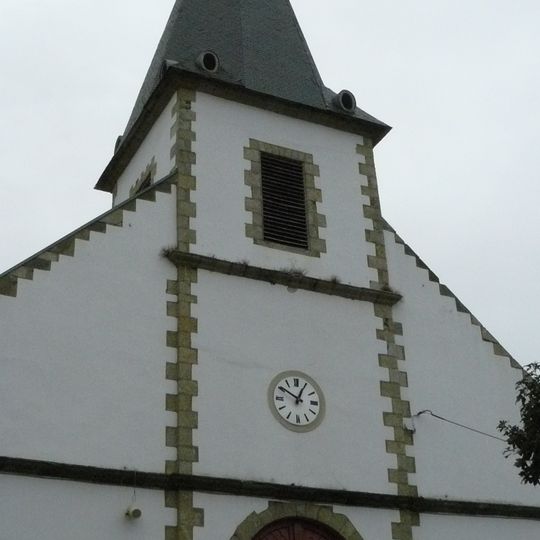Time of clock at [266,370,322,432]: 12:50
